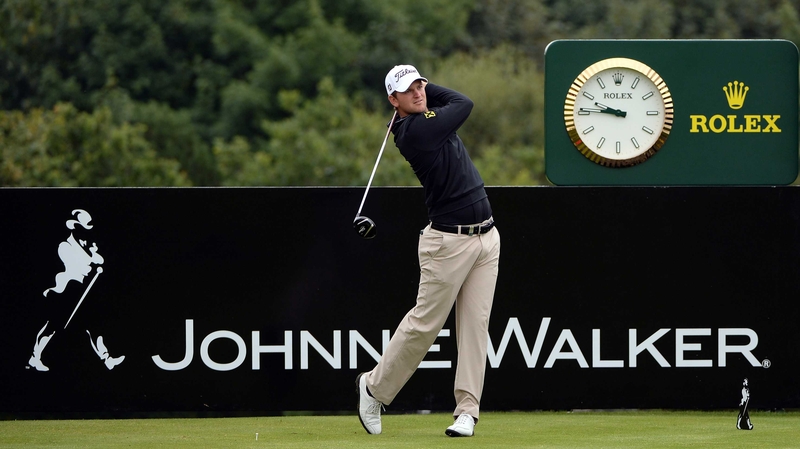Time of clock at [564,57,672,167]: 9:45
